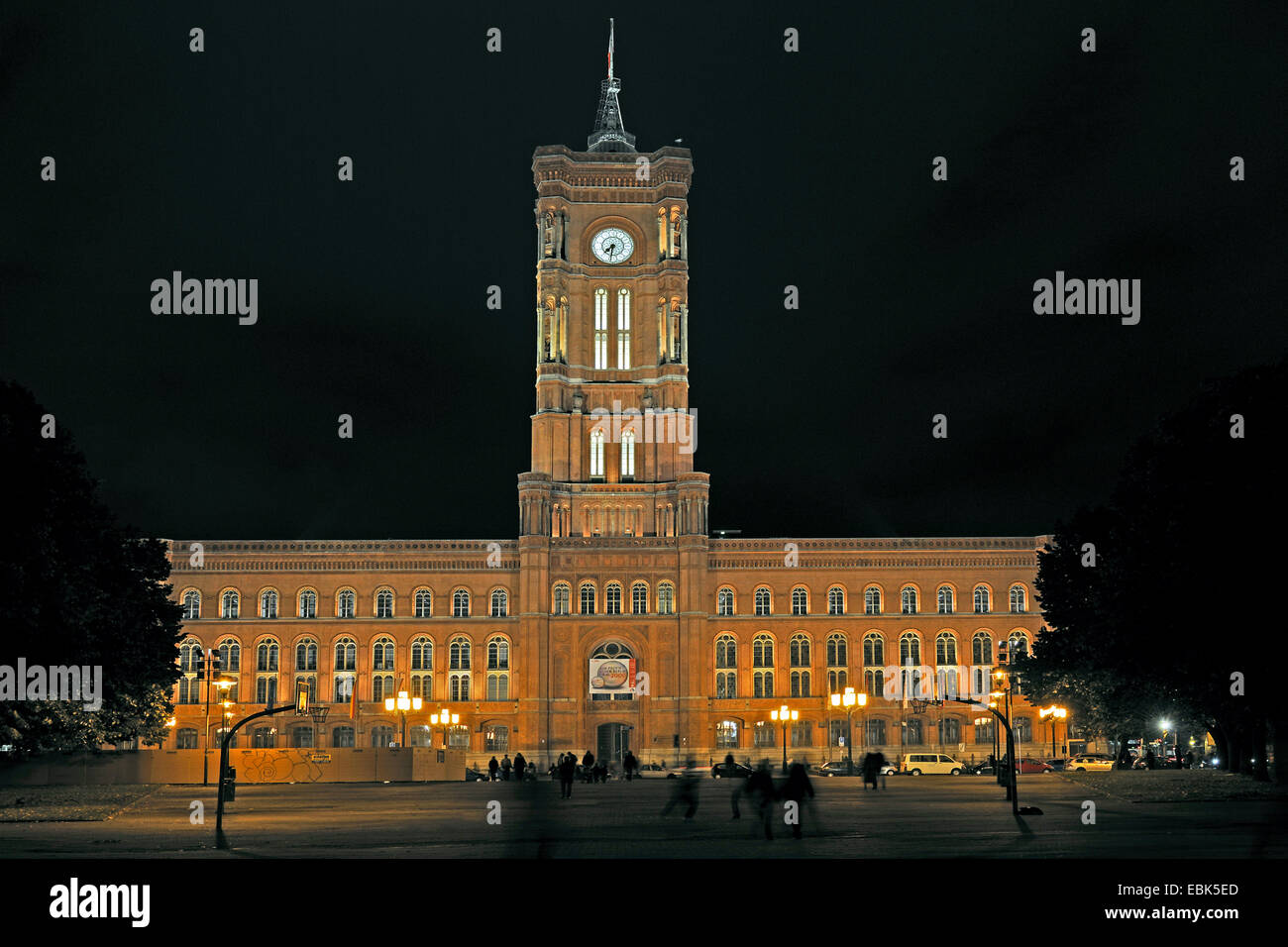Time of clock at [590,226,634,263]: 7:32
